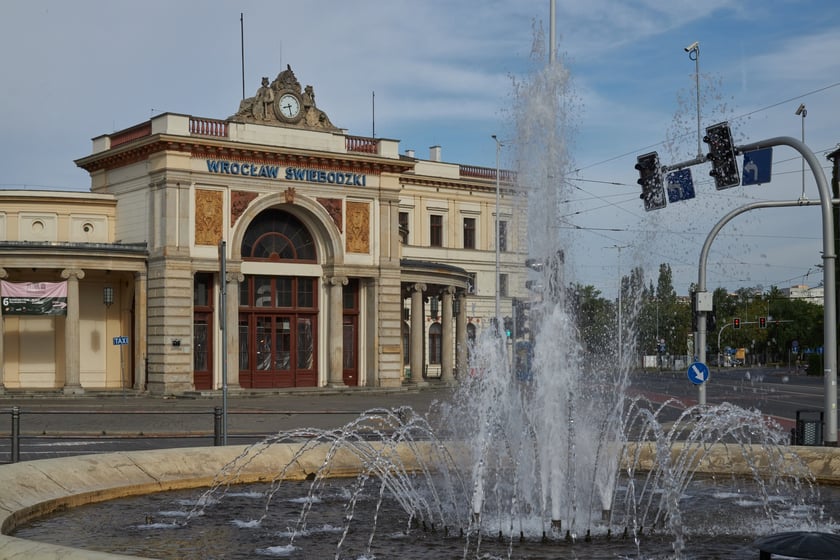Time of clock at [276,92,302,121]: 8:27
